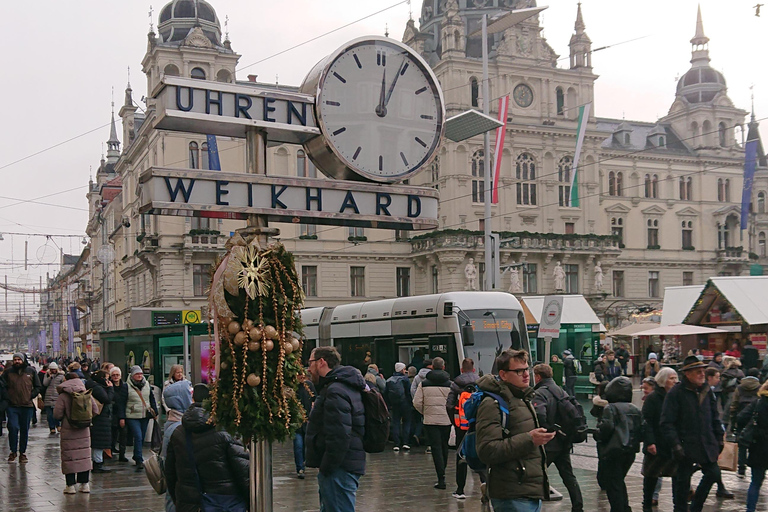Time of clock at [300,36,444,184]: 12:04
